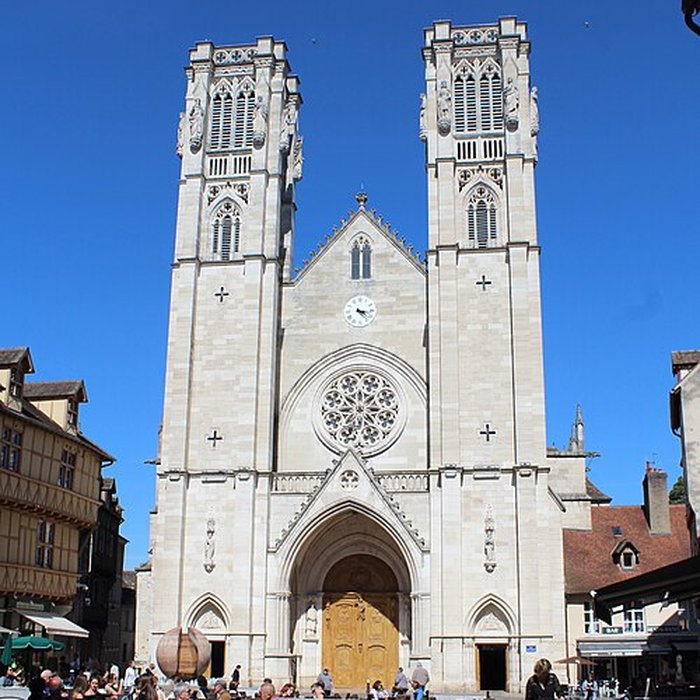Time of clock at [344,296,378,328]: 3:22
